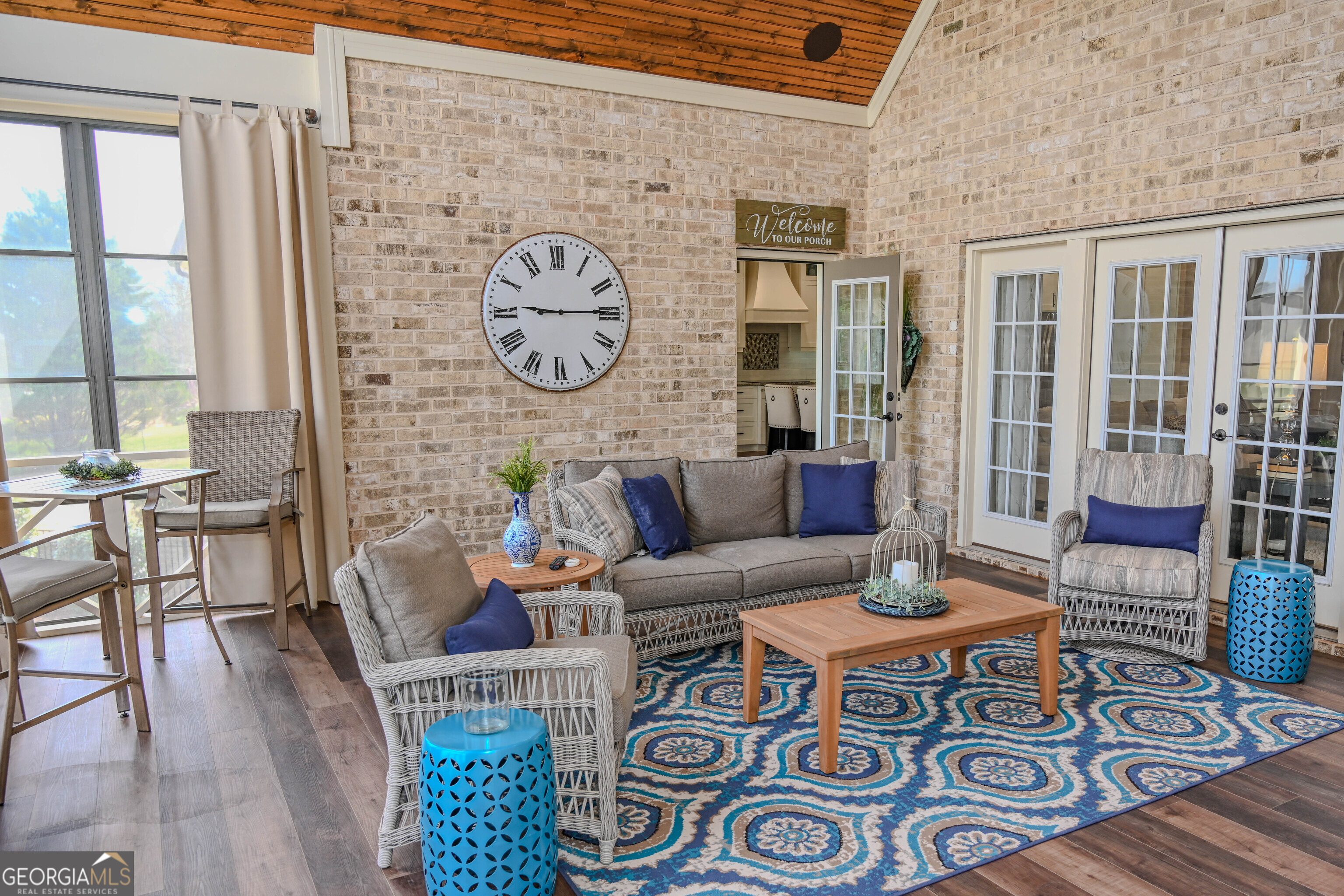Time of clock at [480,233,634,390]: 9:14
